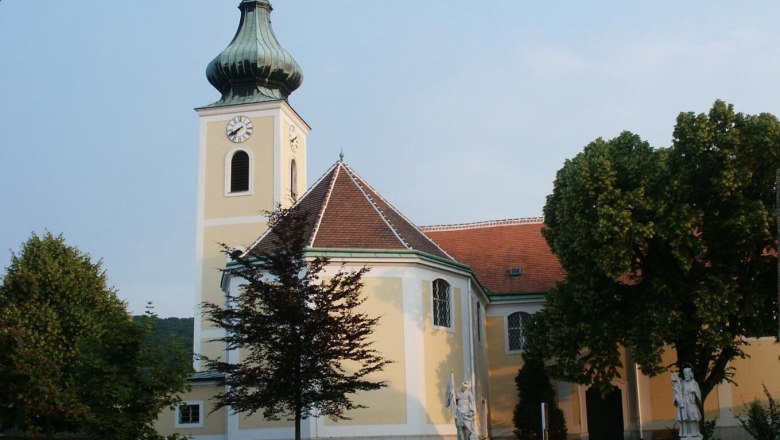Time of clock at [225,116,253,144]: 7:40
